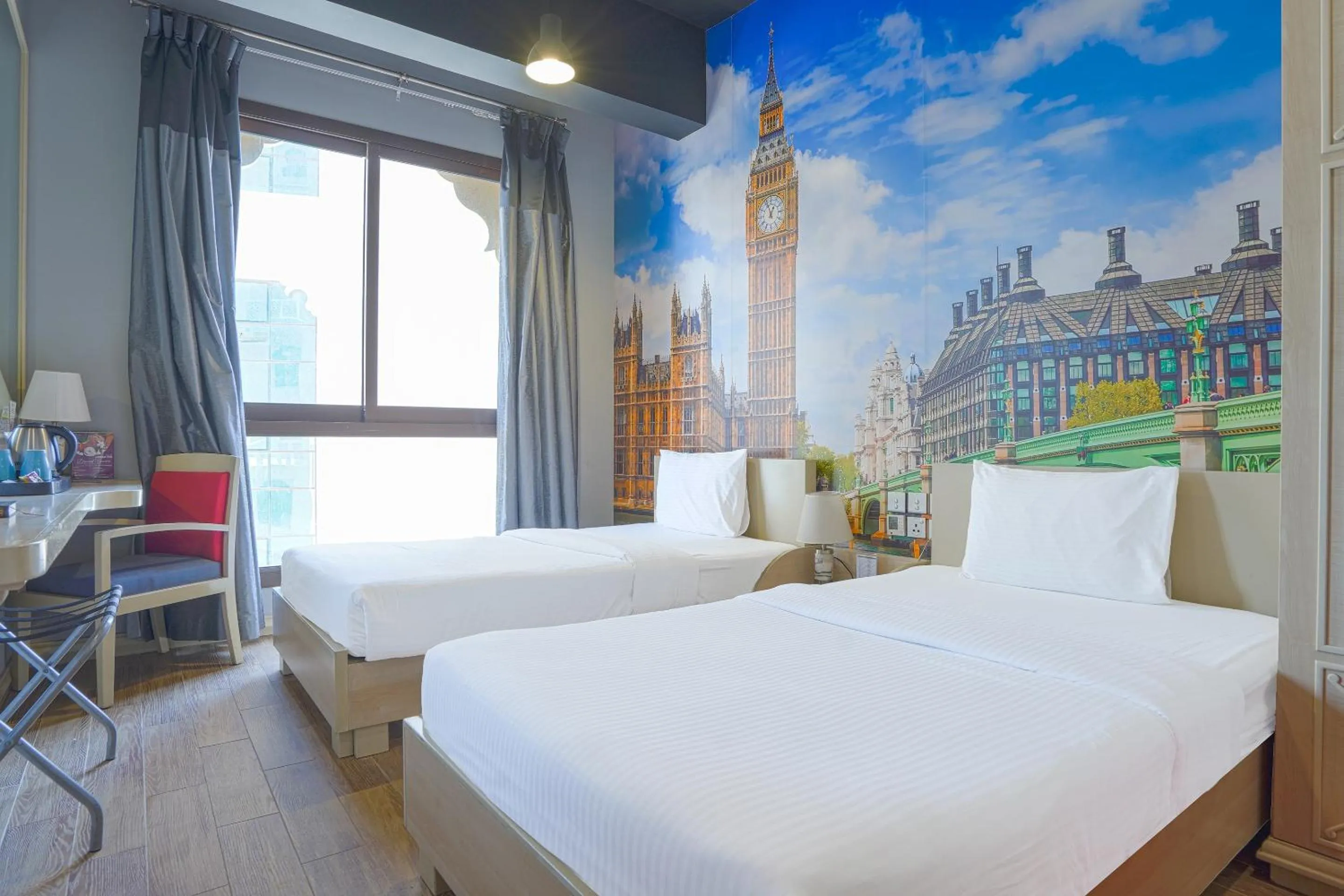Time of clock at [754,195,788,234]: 12:57
